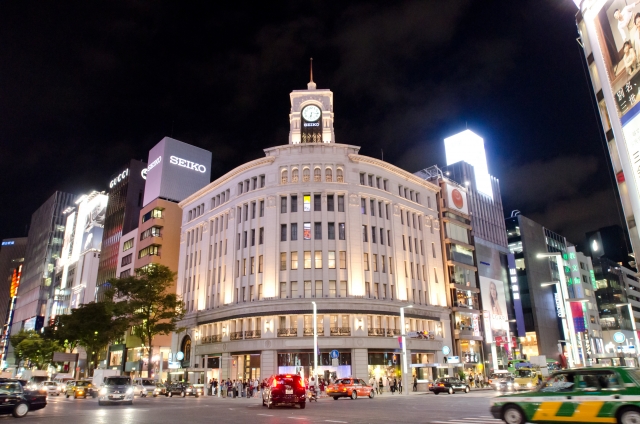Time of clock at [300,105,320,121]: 6:15
